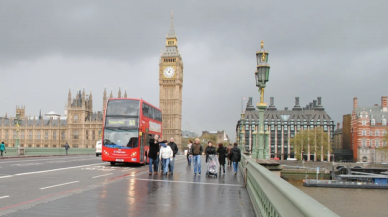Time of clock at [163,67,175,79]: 12:52
